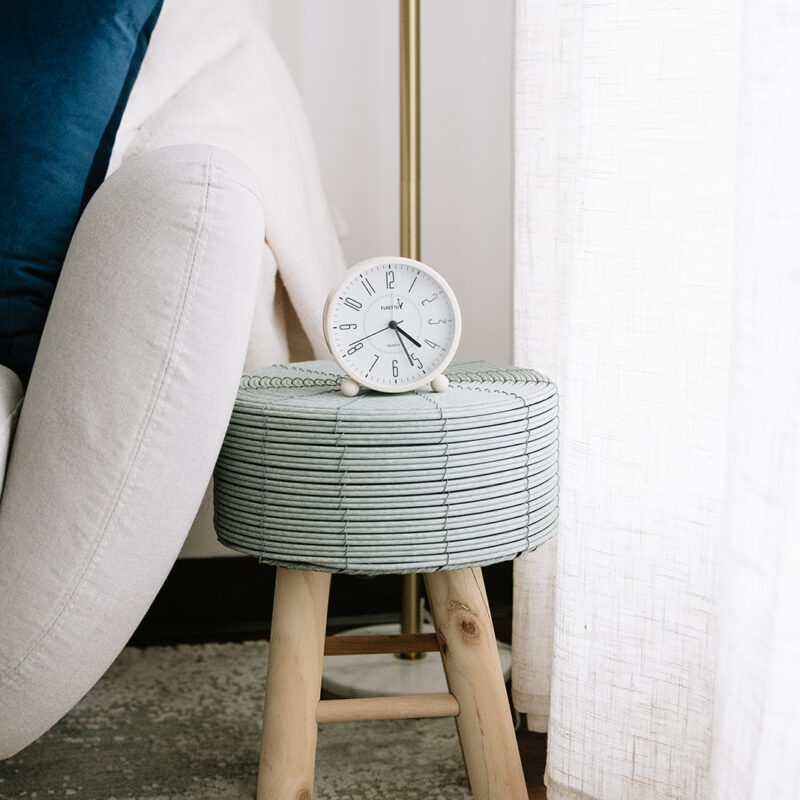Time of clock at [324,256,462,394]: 4:26
